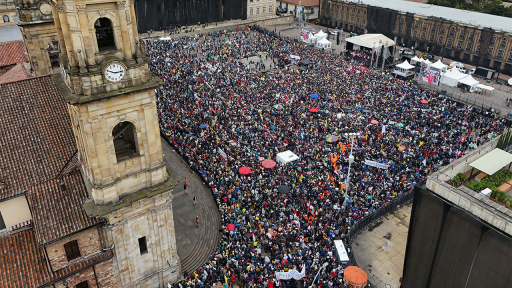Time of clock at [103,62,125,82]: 2:48
